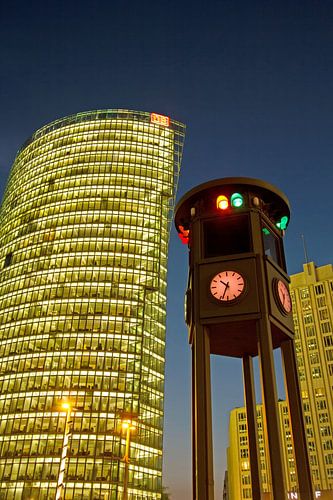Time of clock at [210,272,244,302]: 10:33
